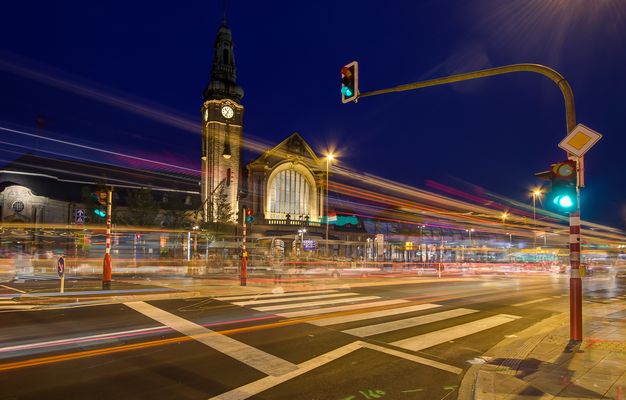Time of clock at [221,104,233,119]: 10:34
